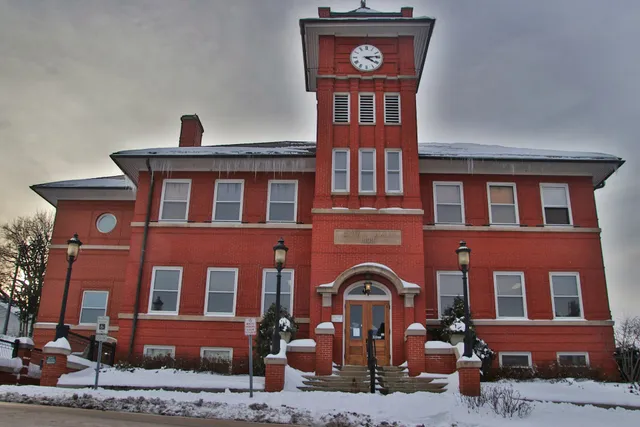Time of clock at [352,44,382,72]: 4:13
